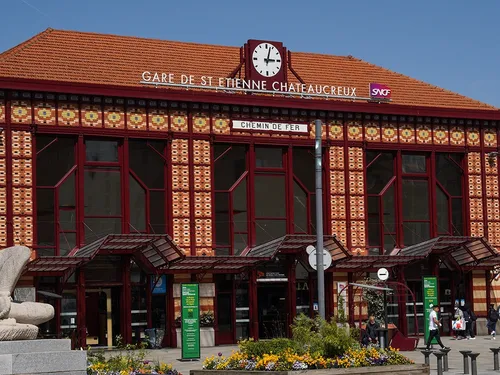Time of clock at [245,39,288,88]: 3:02
